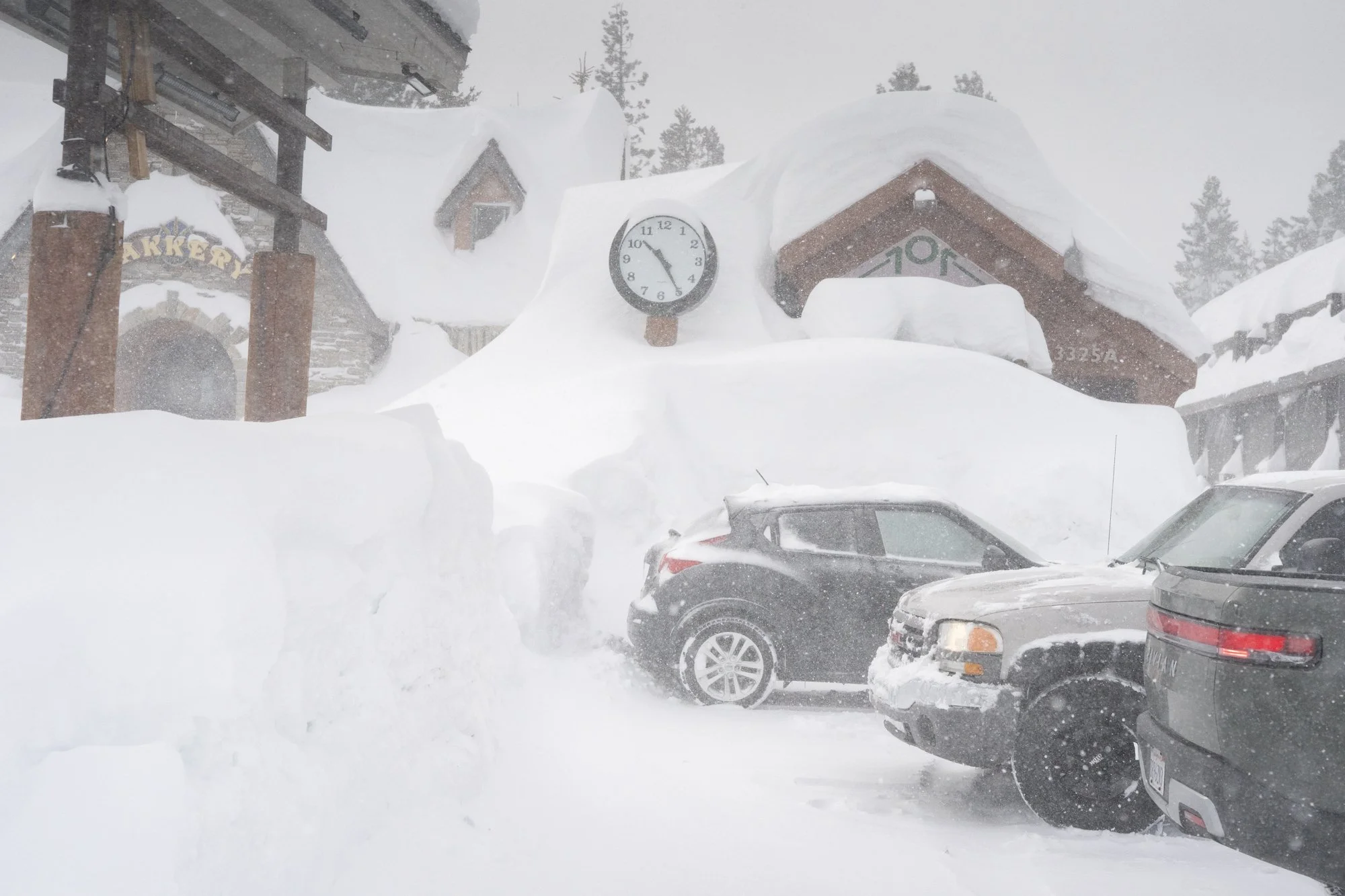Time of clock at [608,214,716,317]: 10:24
